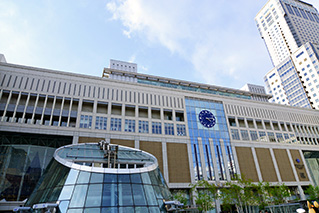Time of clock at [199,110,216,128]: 4:13
